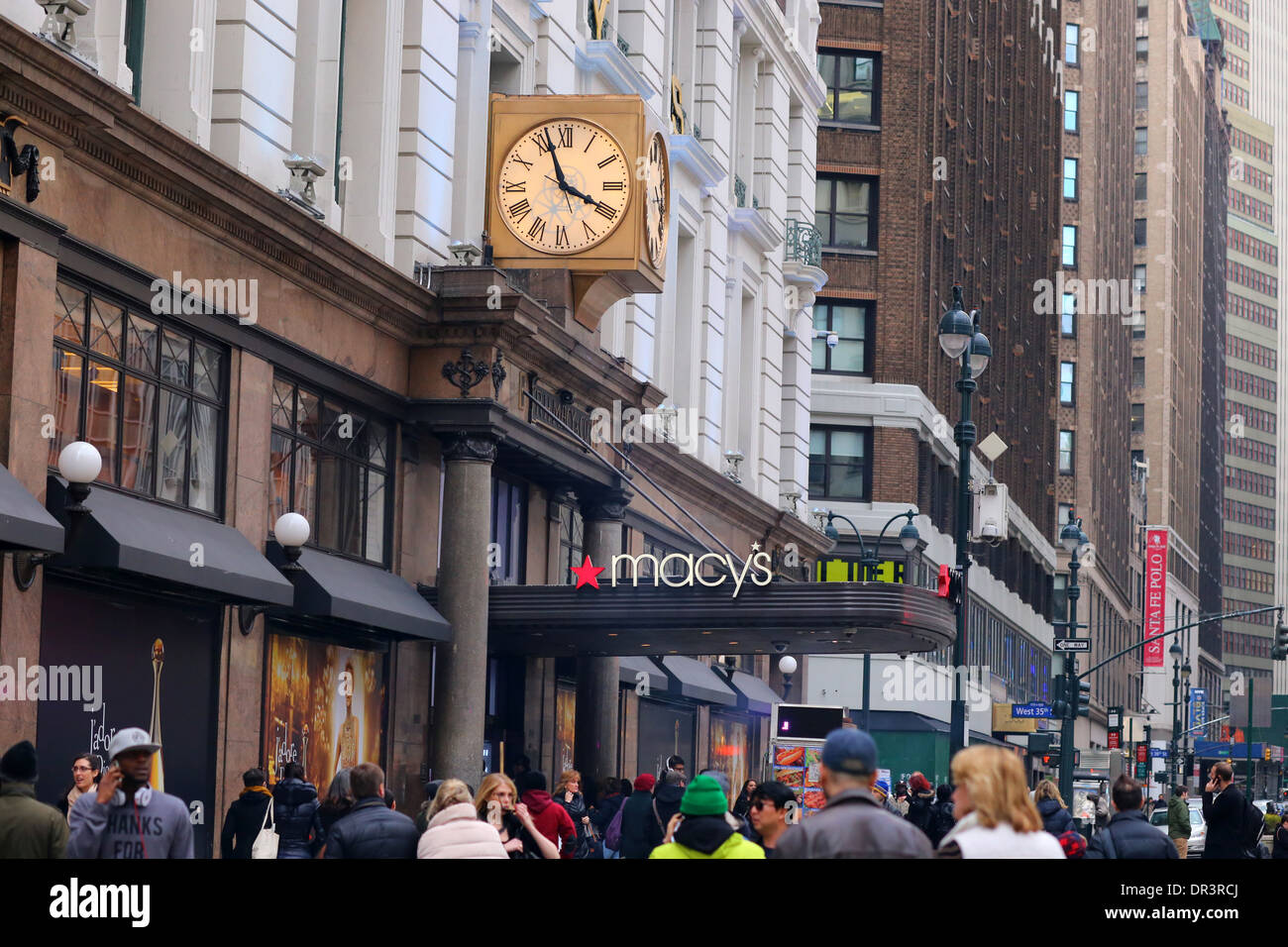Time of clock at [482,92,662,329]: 3:56
